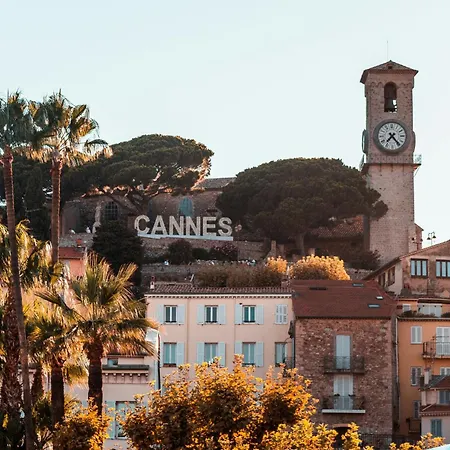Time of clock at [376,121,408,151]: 7:23
